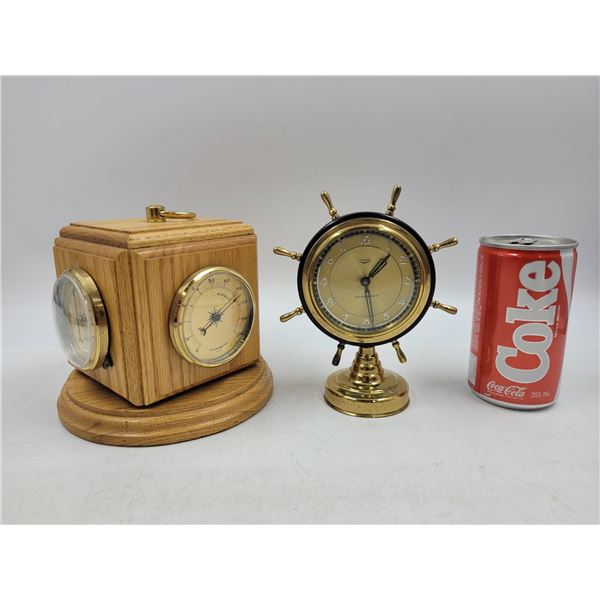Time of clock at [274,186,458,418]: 1:28
